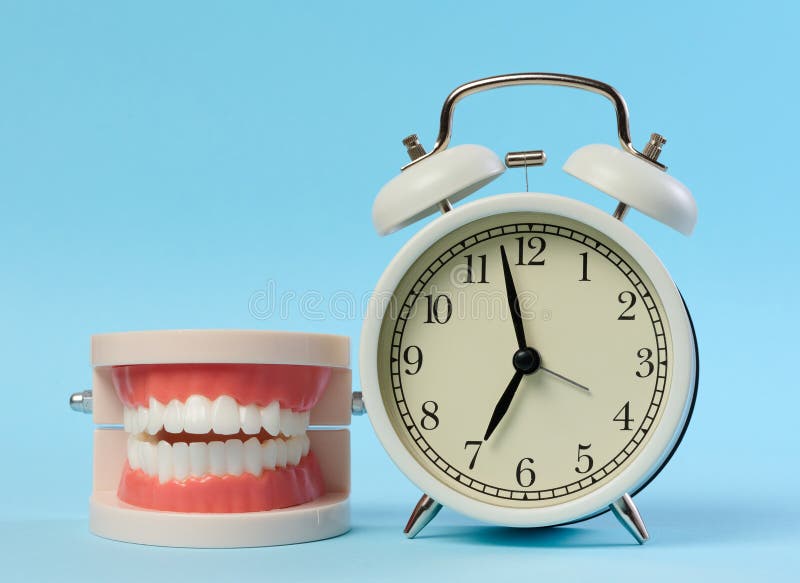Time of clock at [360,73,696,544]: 6:57
